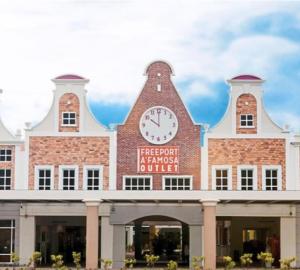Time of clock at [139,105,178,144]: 10:00
